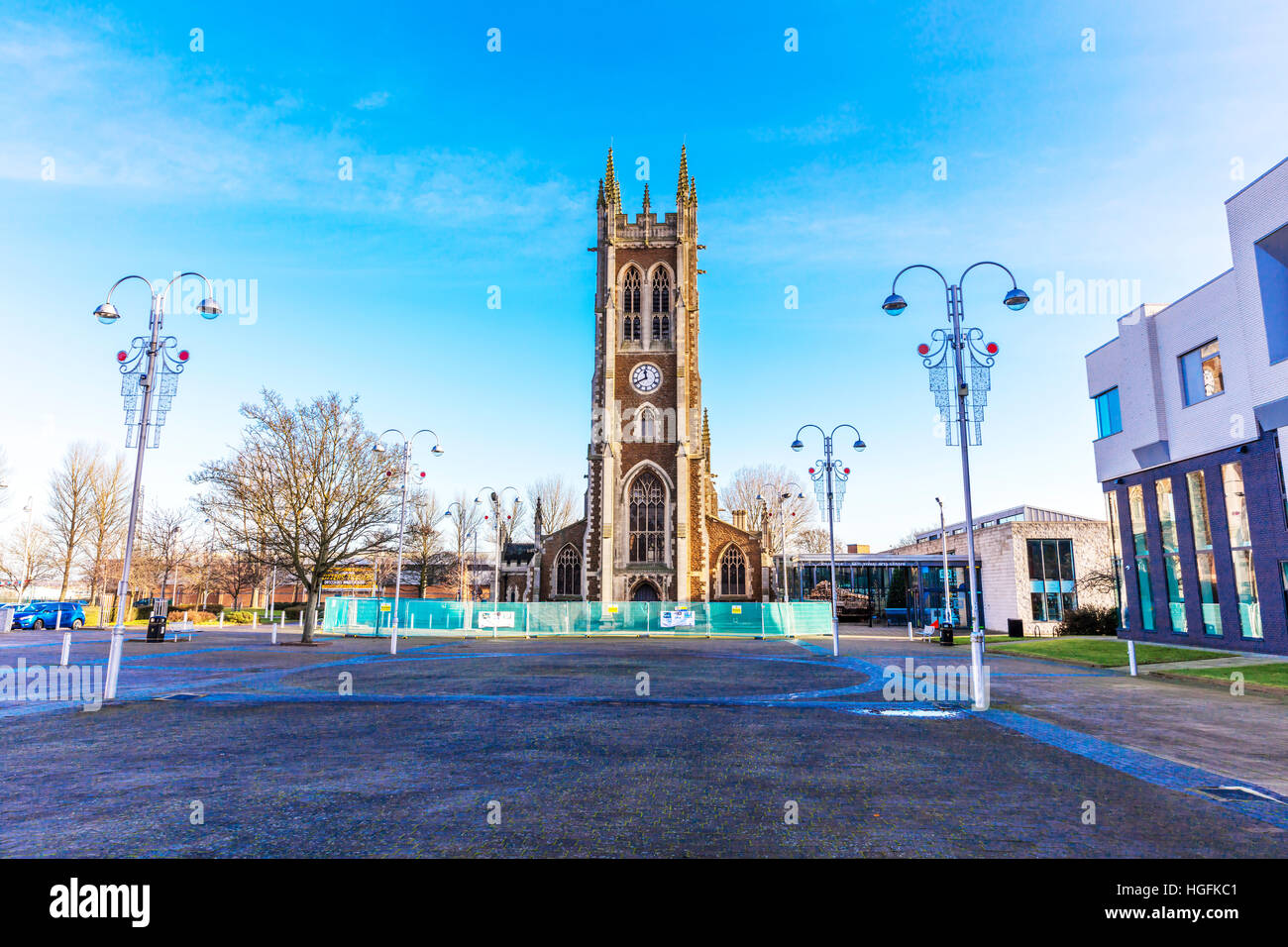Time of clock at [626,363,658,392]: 11:40
